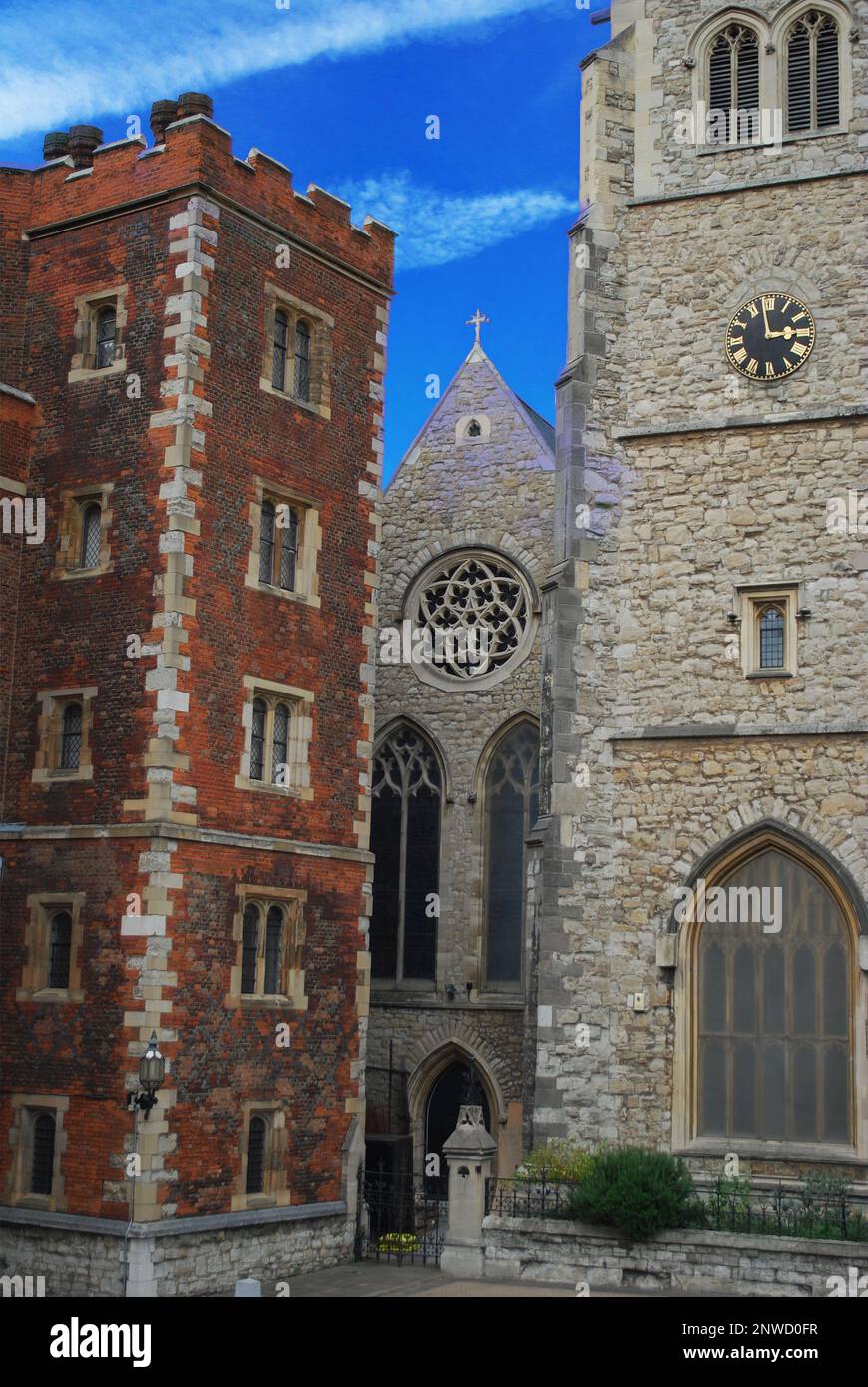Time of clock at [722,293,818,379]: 2:58
